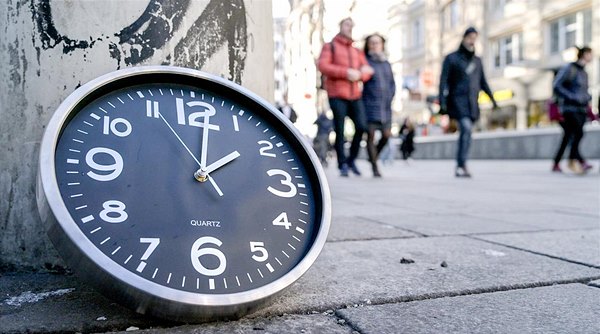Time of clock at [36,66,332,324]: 2:01
